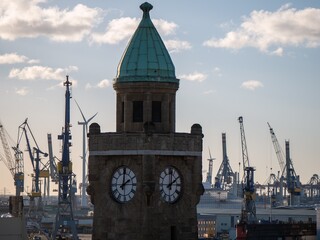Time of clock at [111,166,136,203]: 2:00
